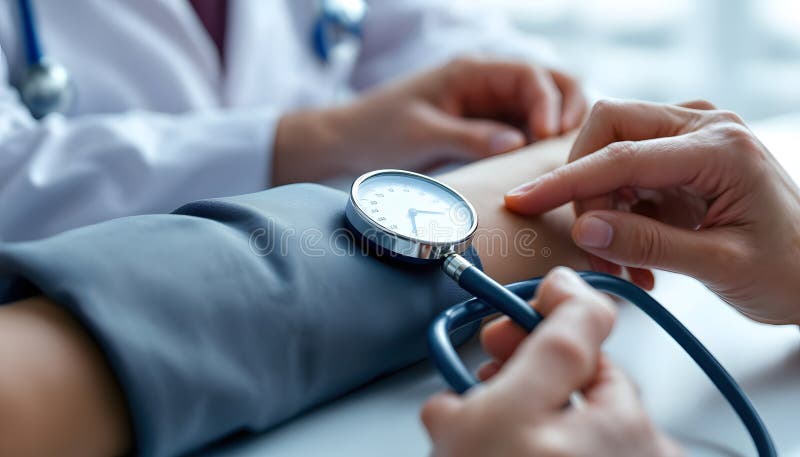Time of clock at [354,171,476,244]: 2:29
